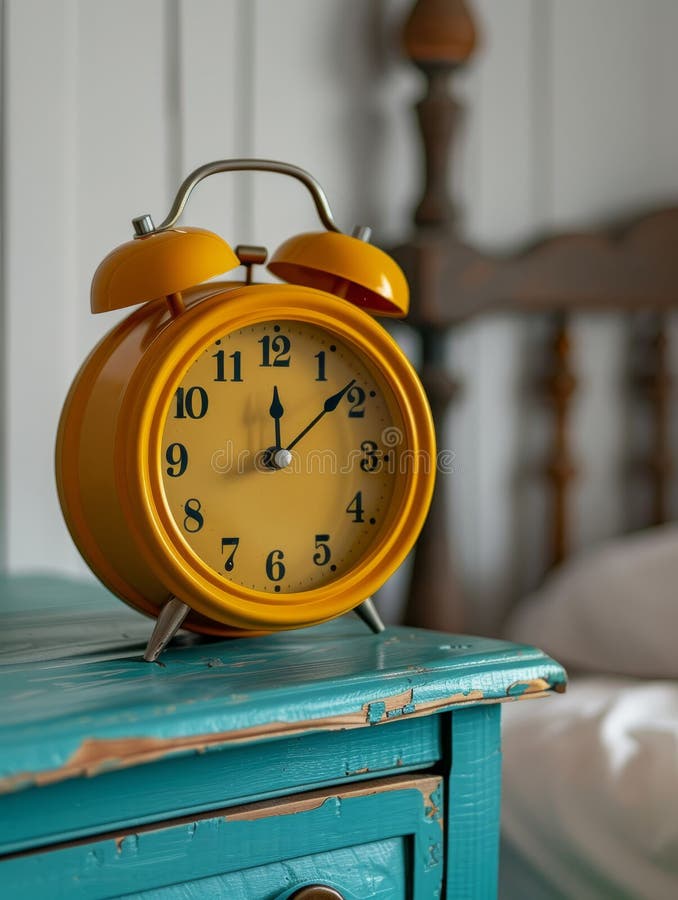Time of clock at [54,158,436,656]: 12:08
